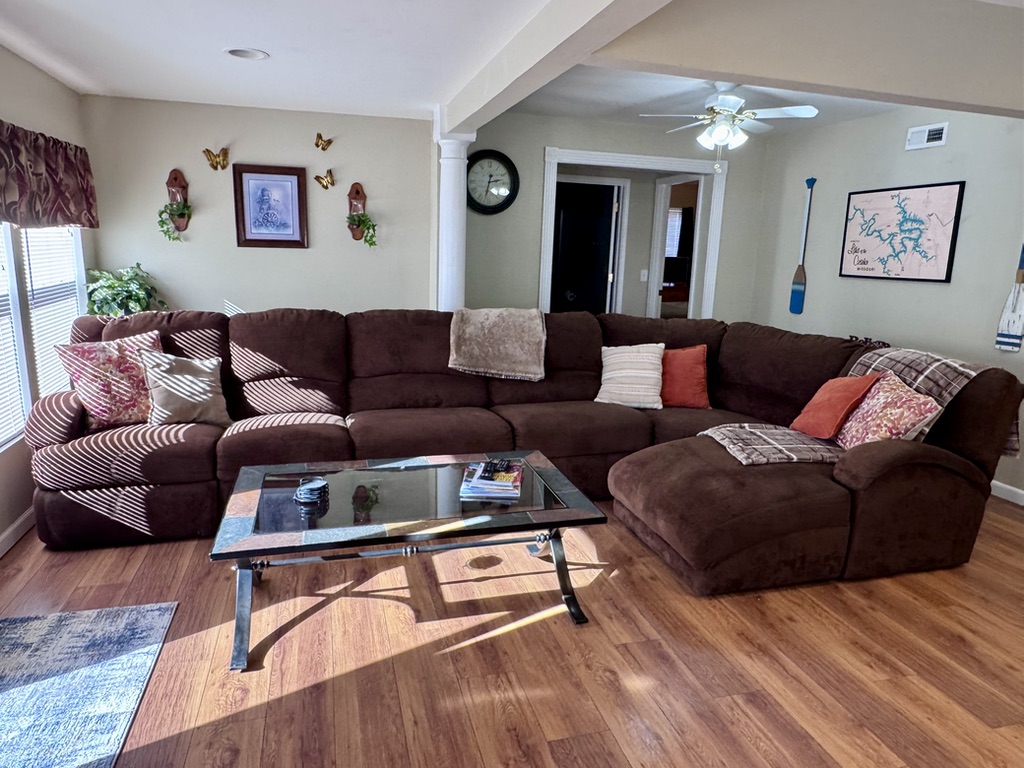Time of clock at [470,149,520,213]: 2:32
